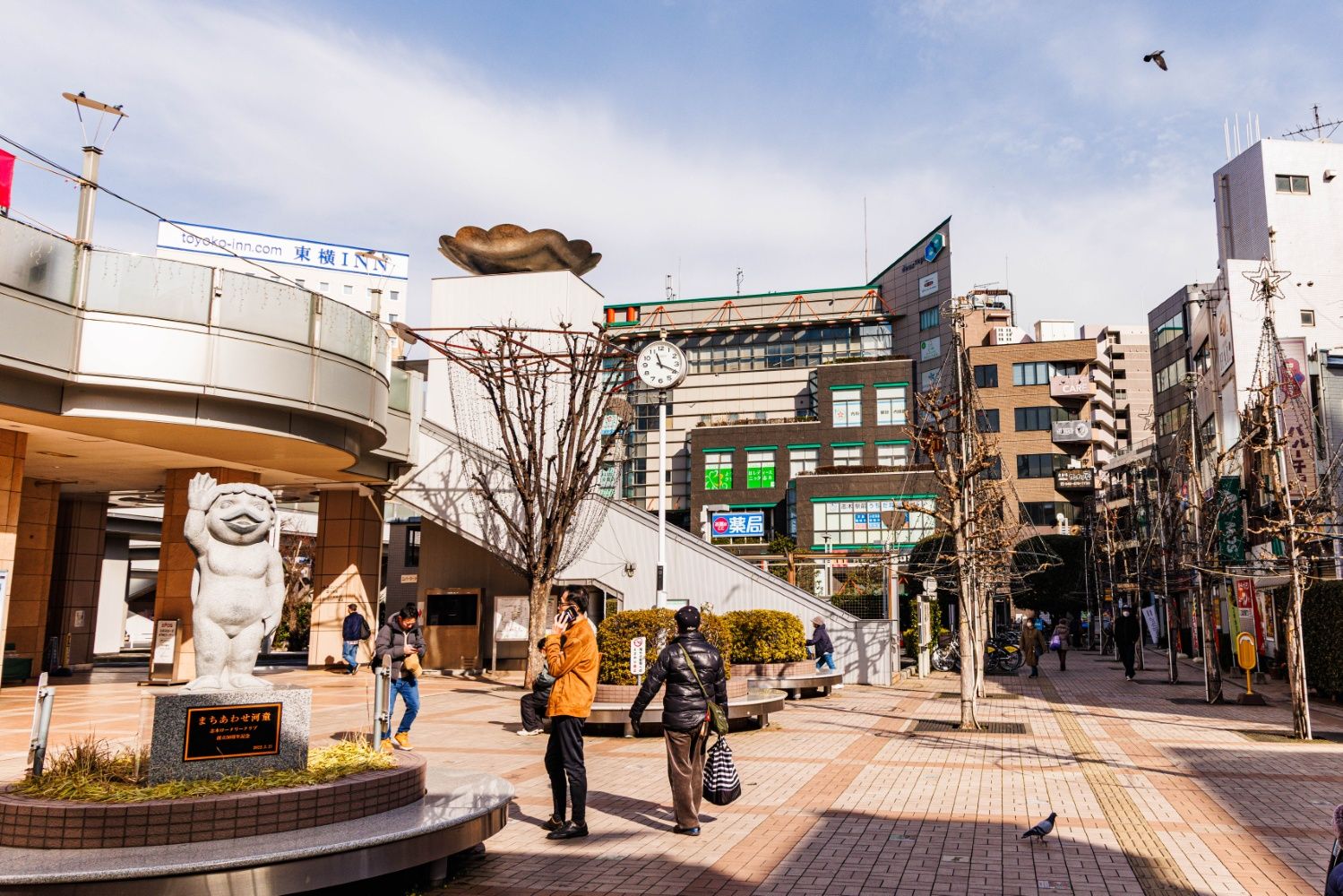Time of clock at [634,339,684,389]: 11:19
